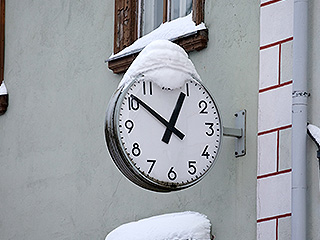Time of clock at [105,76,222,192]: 12:51
